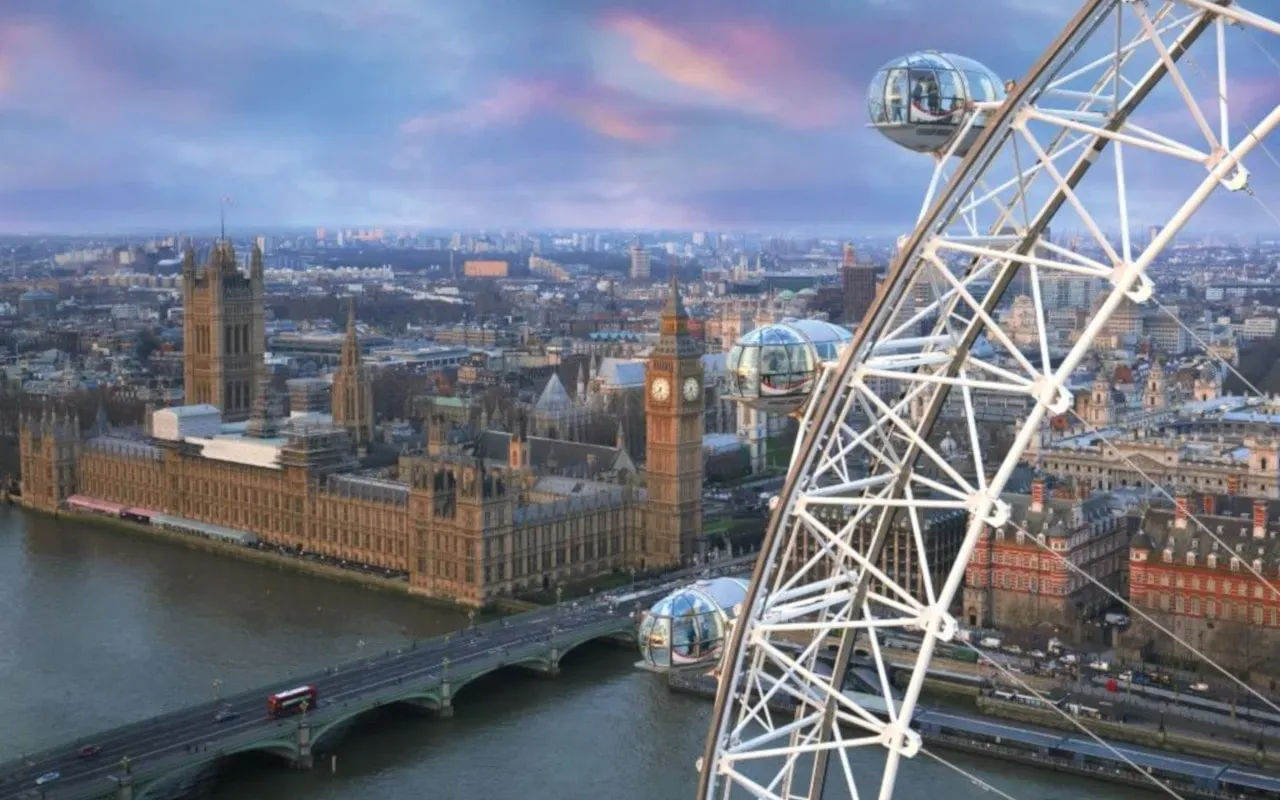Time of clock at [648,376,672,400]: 7:27
